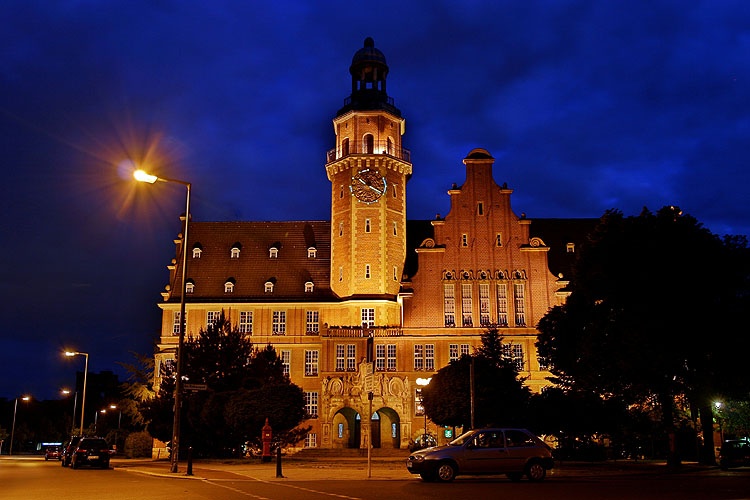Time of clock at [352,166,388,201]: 10:19
